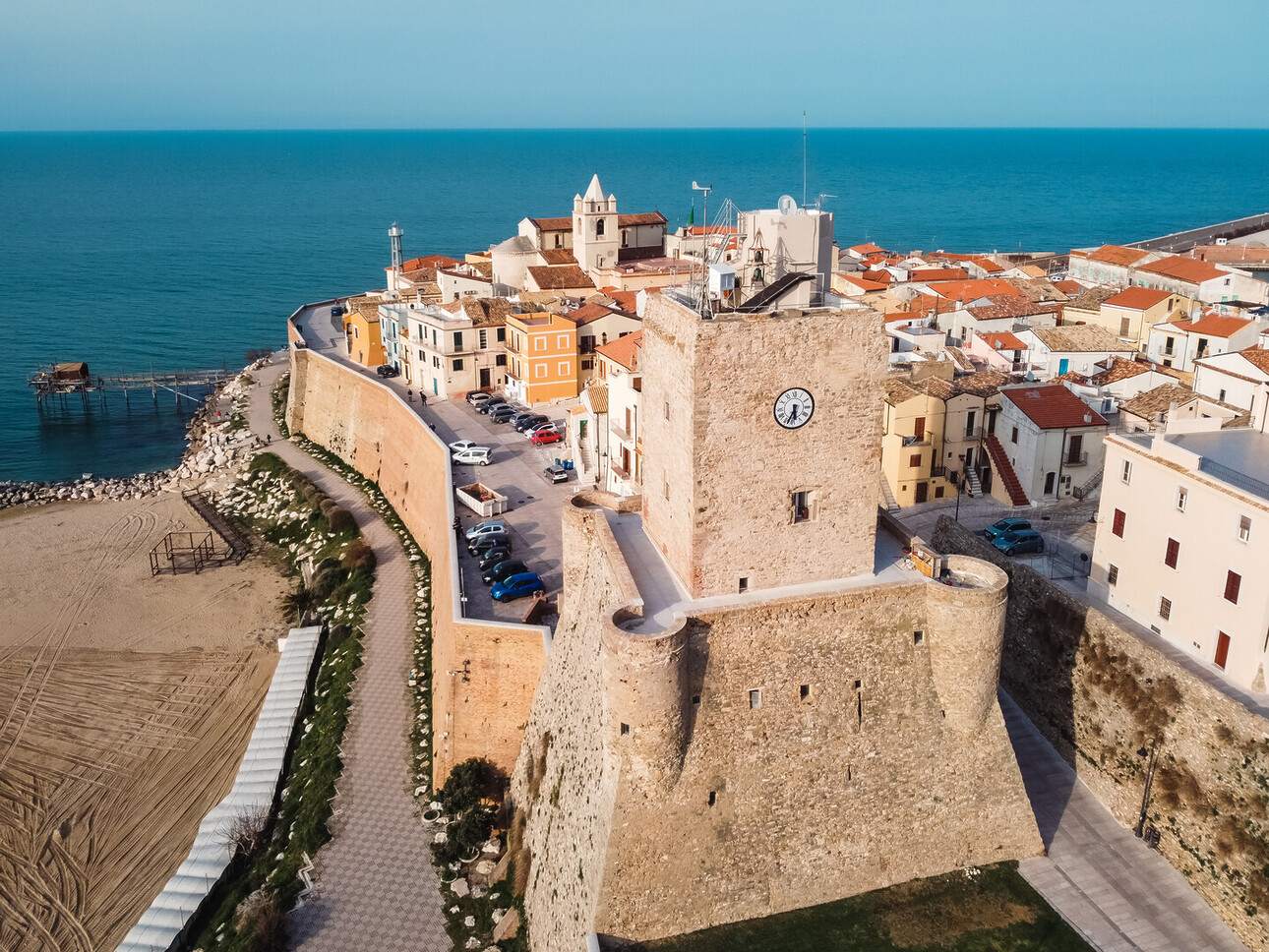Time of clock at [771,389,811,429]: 5:33
